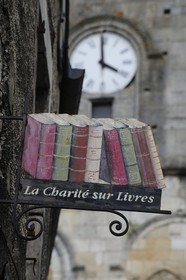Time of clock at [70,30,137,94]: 3:59
